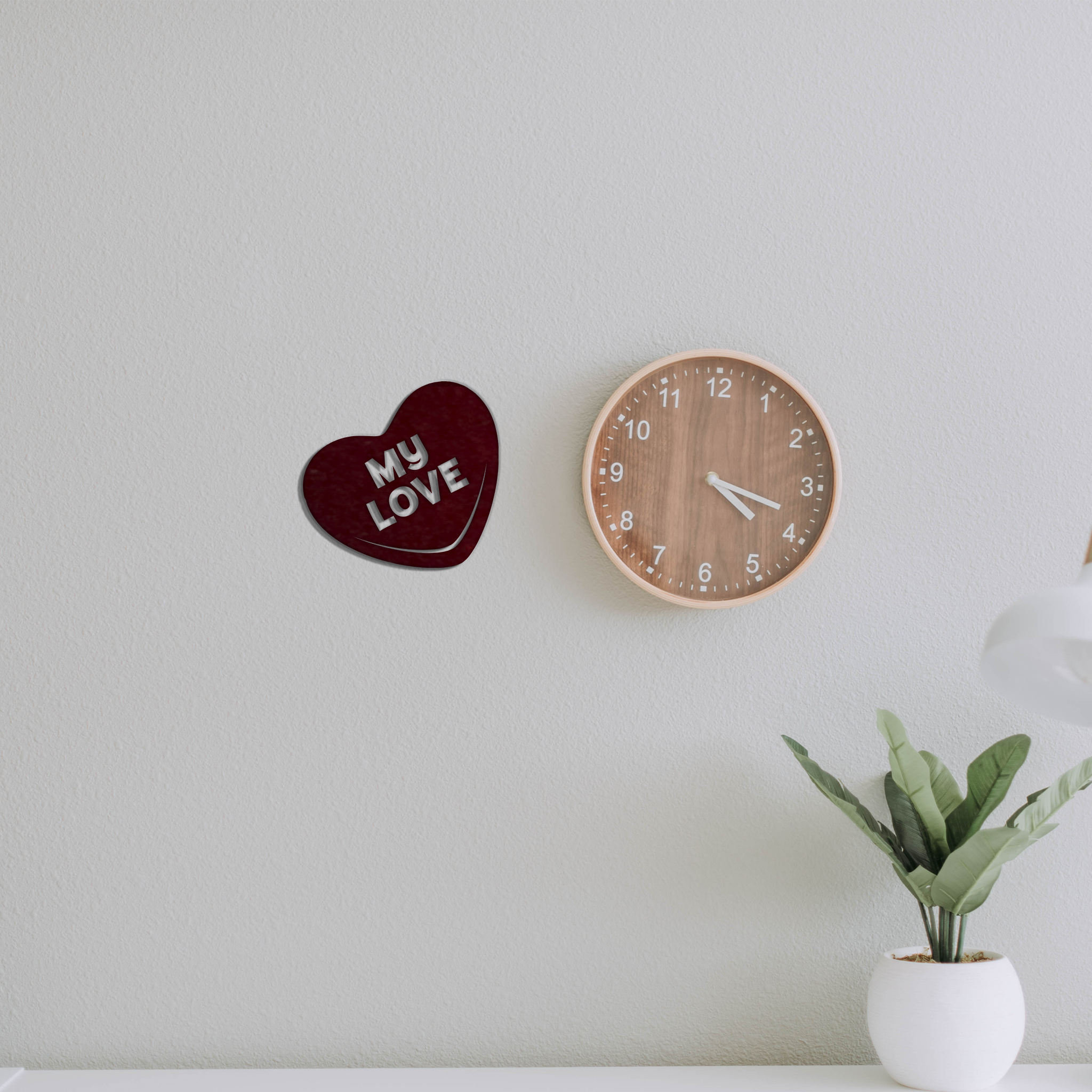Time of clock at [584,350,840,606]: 4:18
